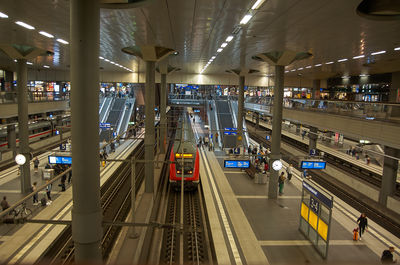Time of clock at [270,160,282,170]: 9:41
